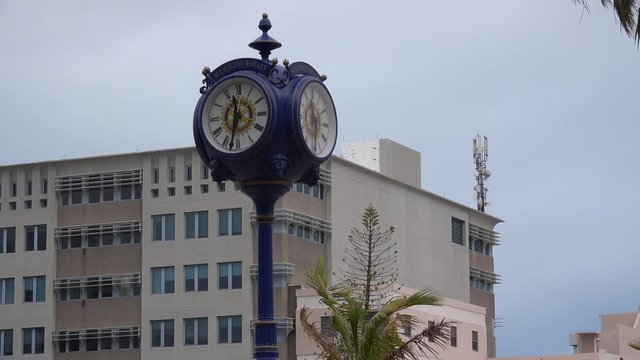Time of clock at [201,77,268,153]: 11:32
